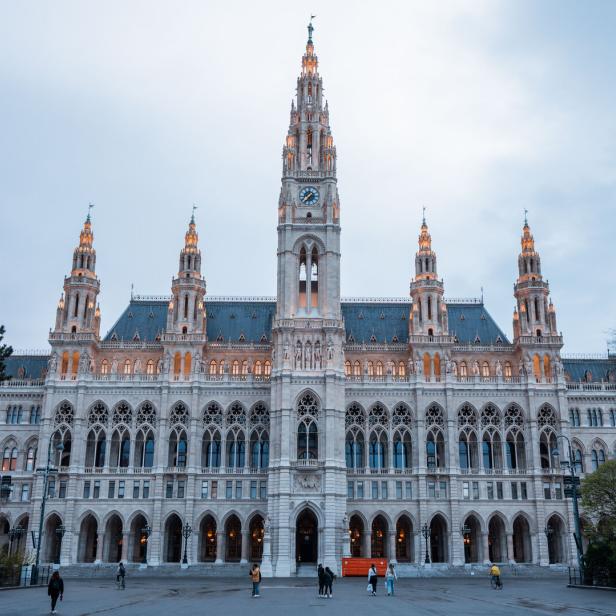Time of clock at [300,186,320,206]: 1:37
